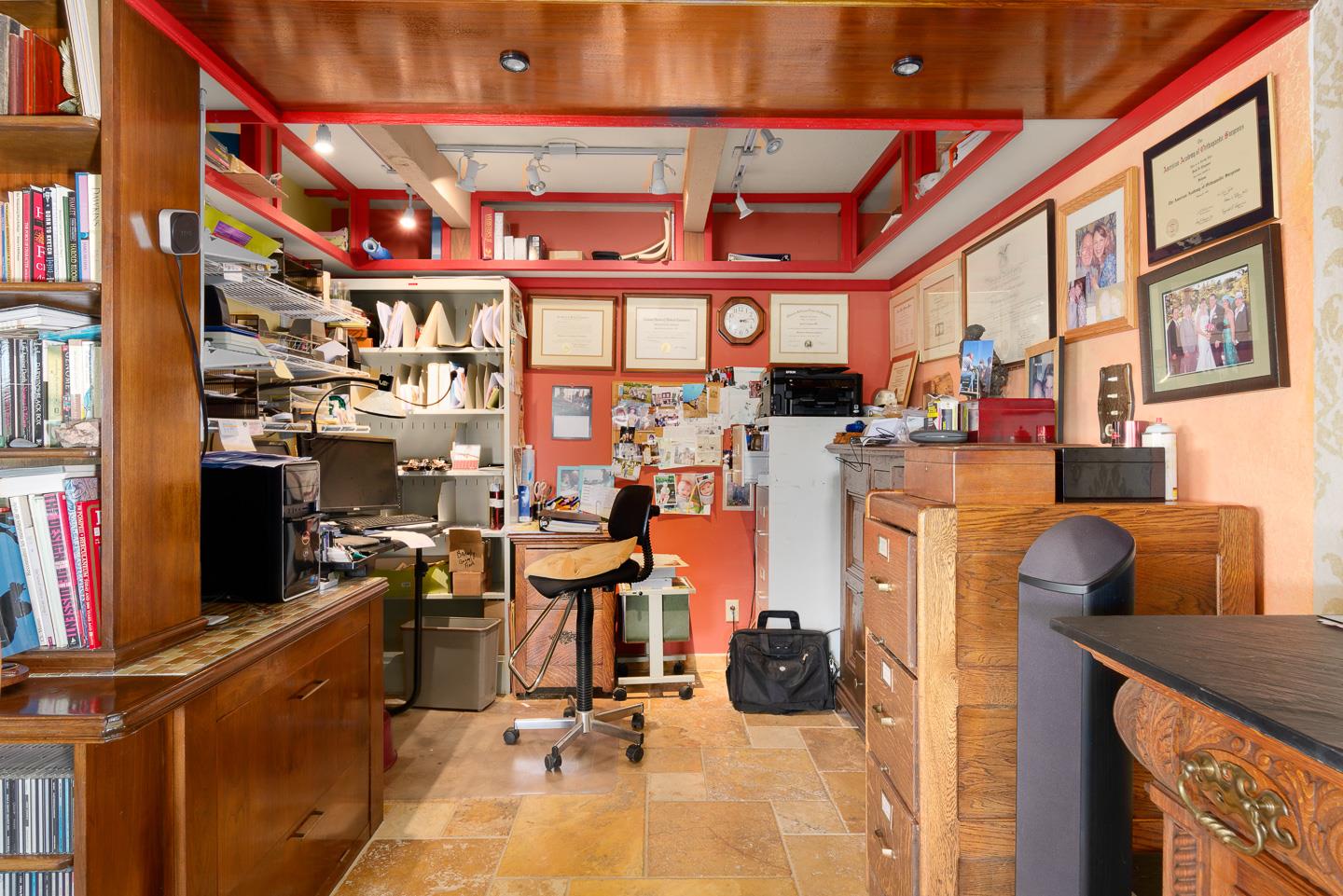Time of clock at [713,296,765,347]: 3:12
